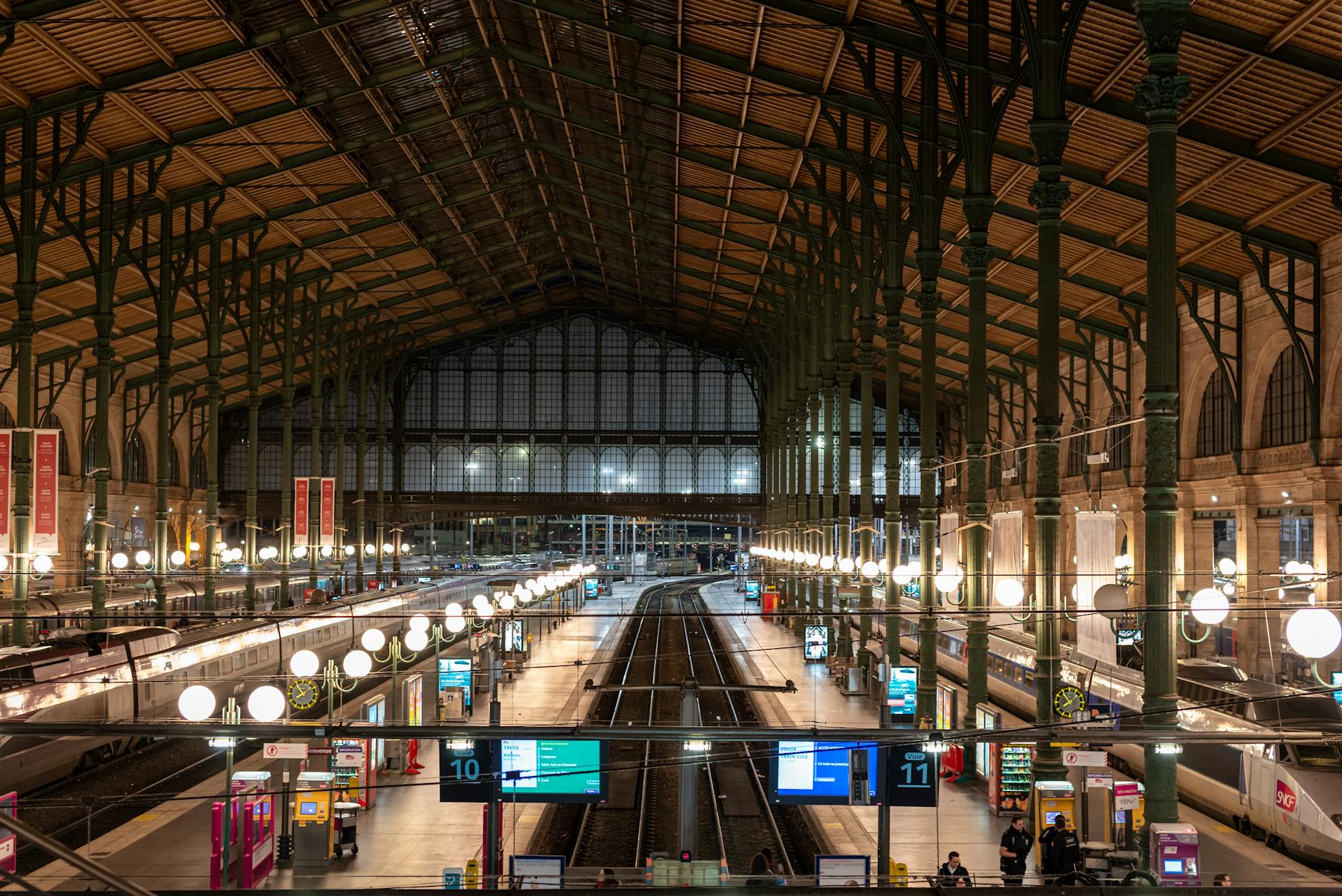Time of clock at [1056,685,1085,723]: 7:53
